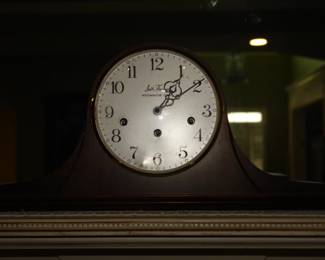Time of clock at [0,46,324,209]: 1:09
